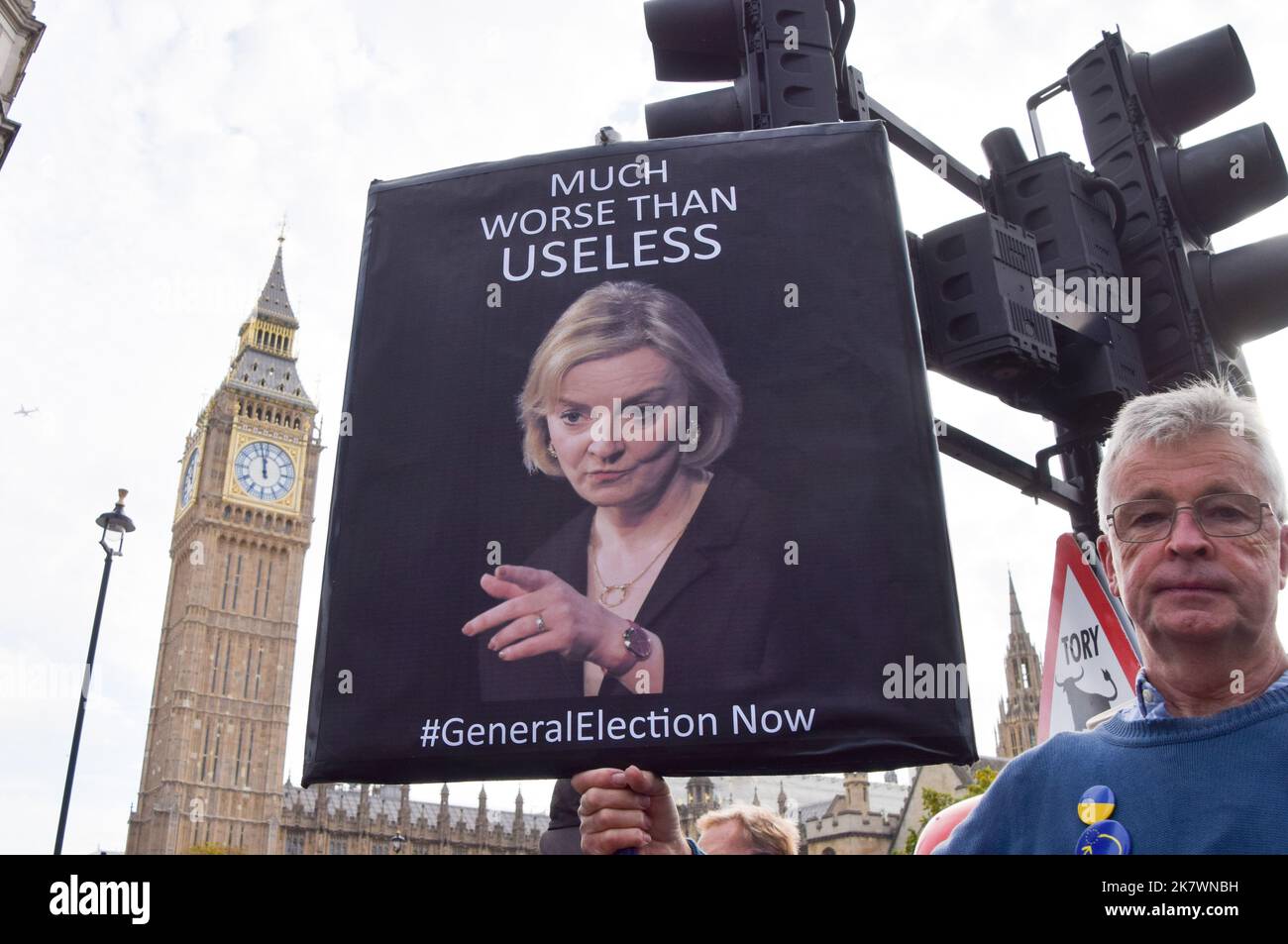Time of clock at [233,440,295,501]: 11:57
